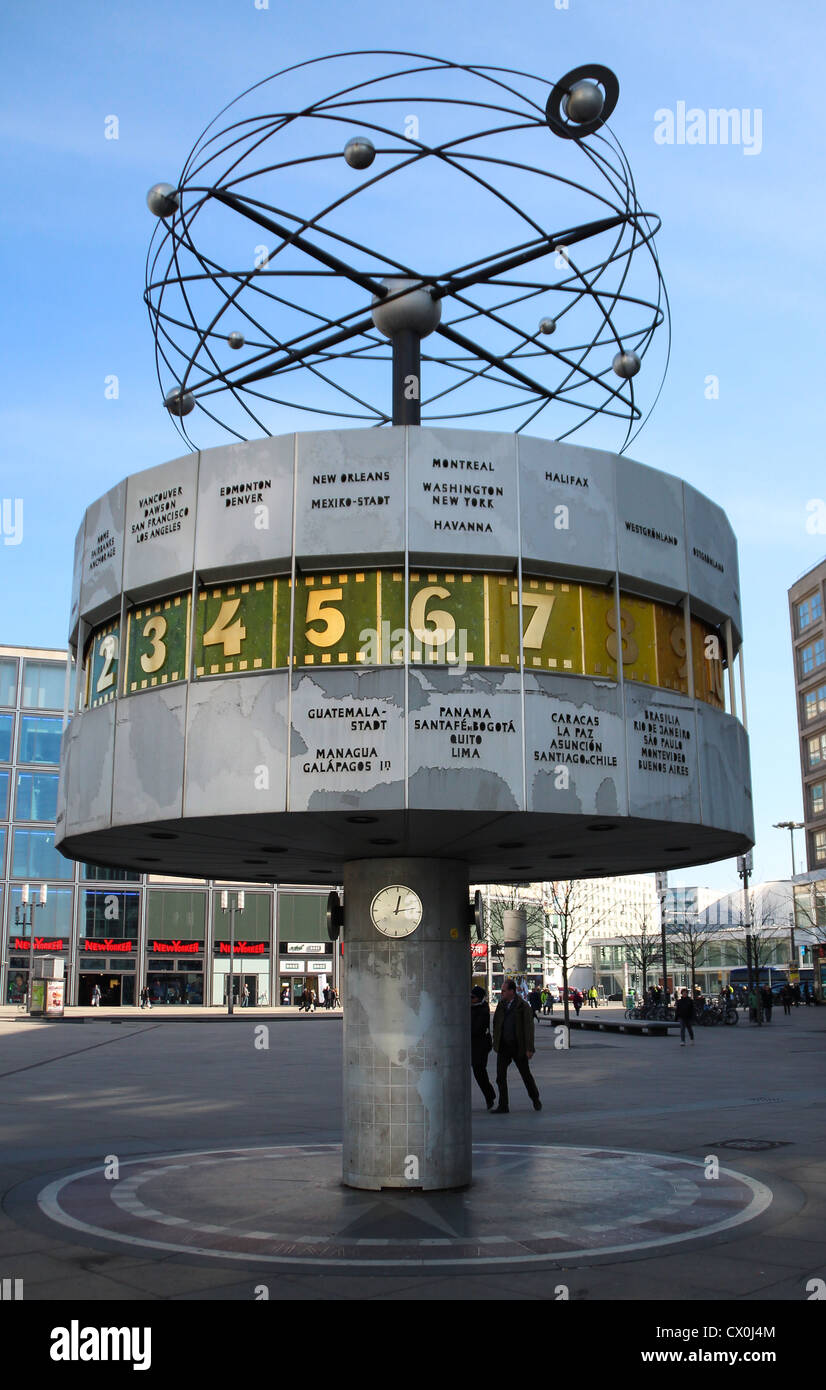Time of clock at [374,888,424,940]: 12:13
